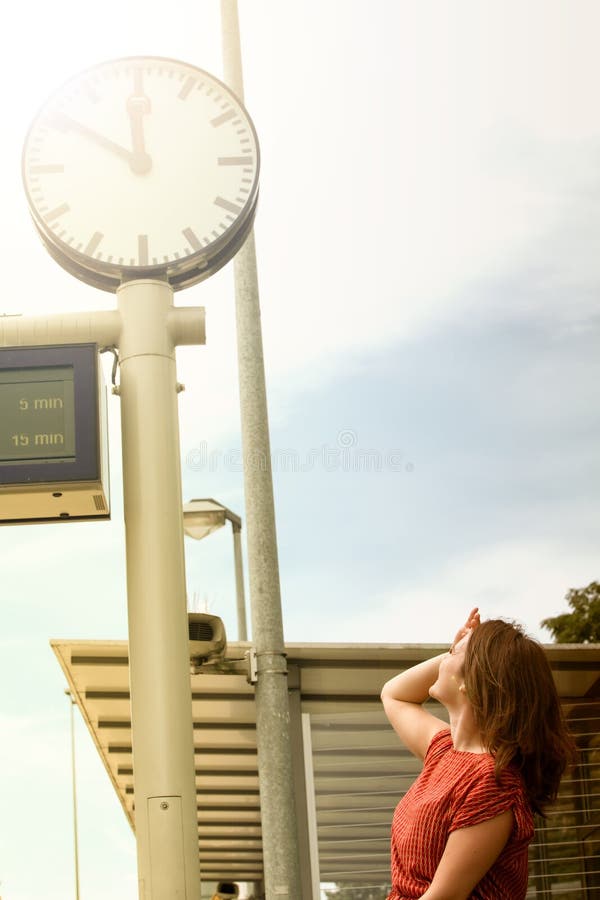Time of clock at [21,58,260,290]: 11:50
